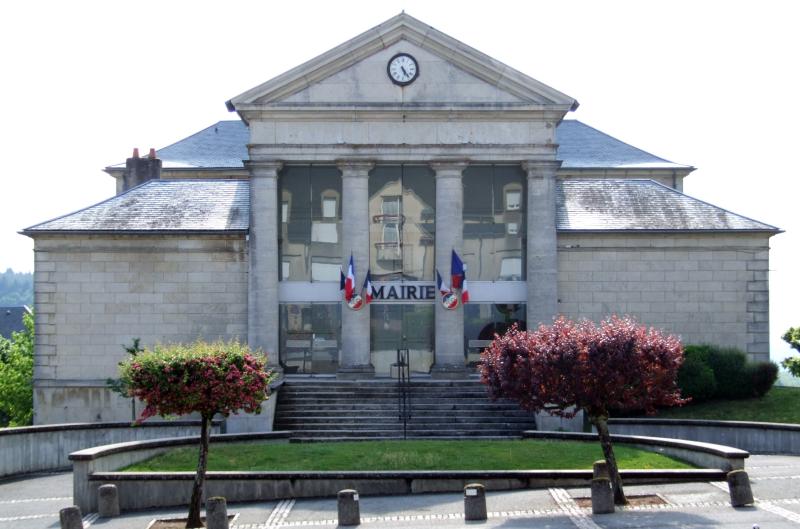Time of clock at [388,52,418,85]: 5:23
